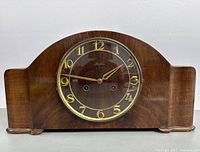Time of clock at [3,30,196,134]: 1:46
